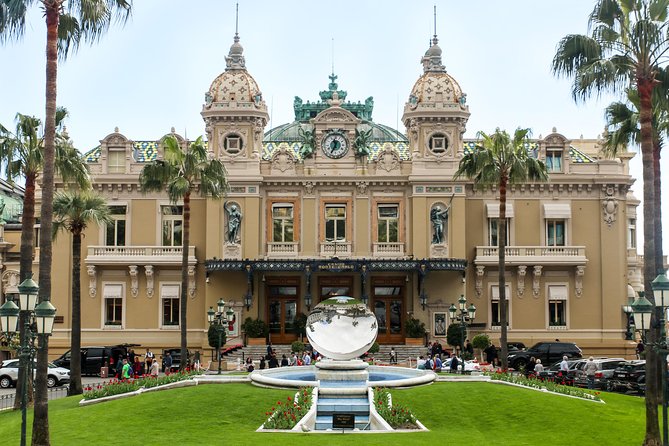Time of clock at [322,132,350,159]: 11:34
